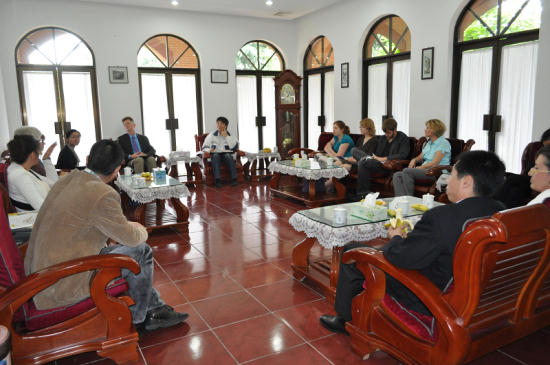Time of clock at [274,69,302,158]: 6:00
